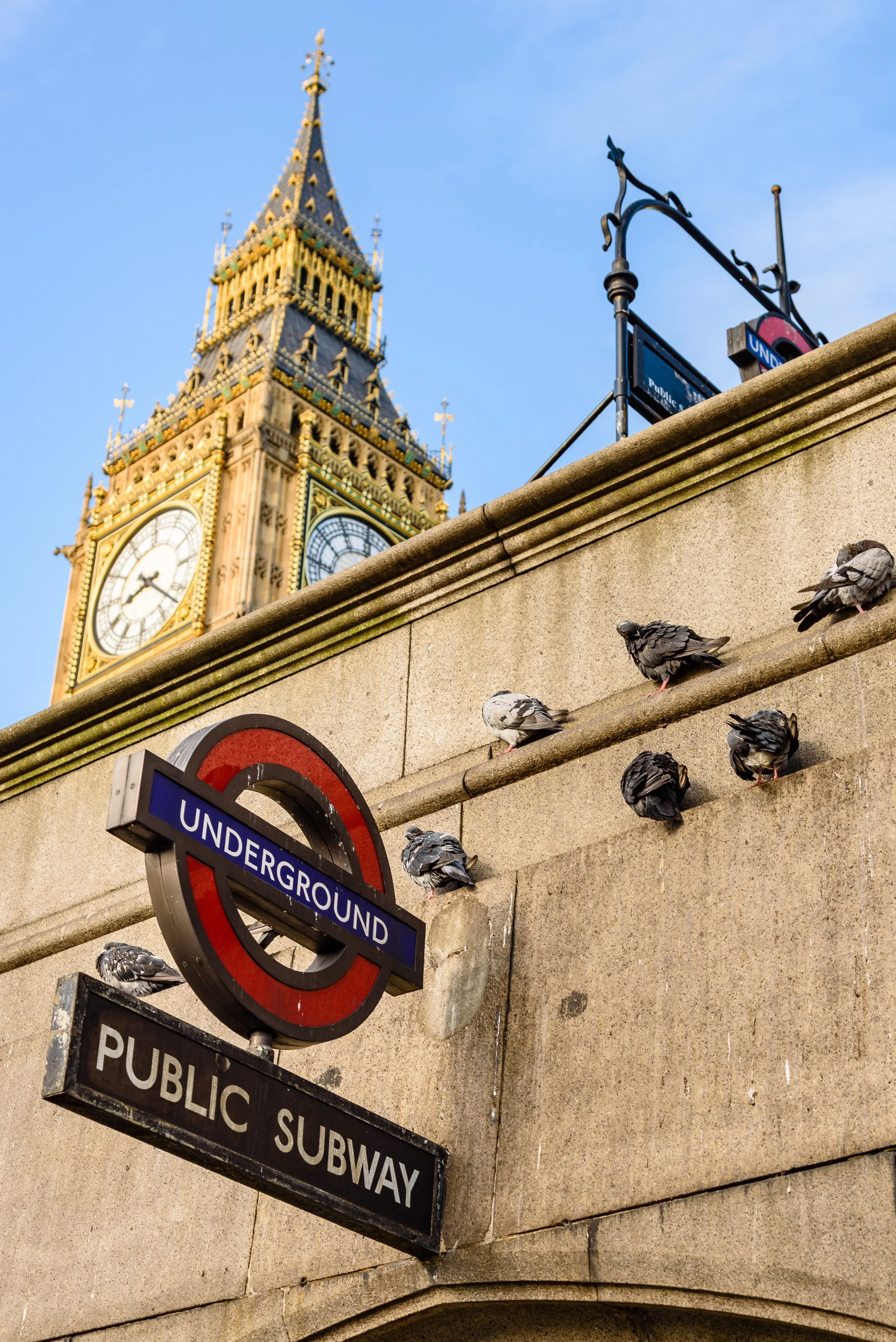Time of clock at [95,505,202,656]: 8:21
